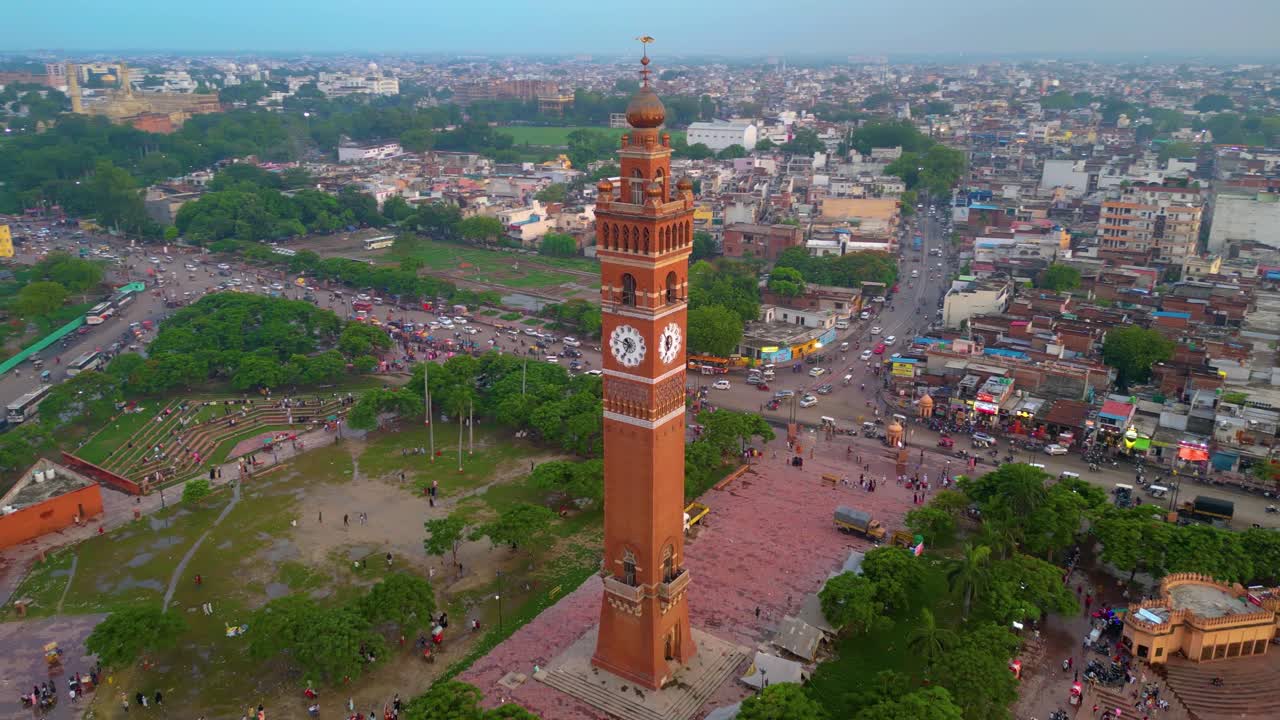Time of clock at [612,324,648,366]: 10:34
